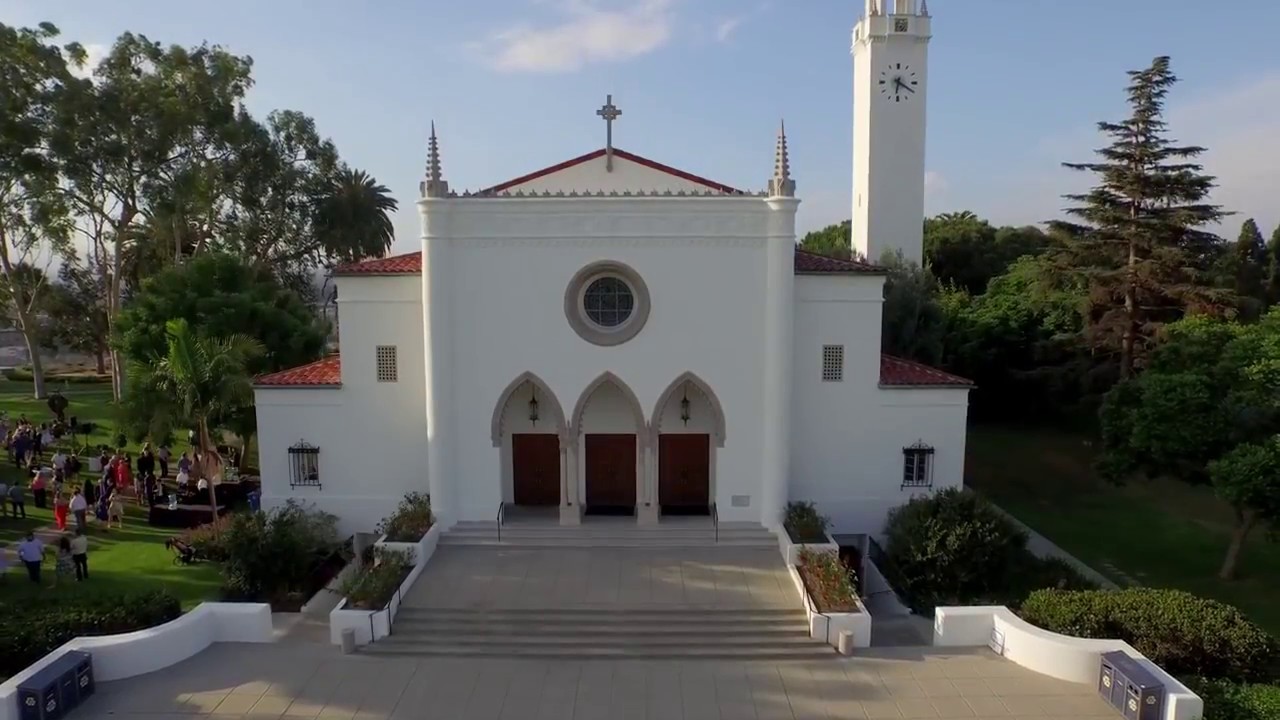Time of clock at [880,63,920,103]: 6:19
